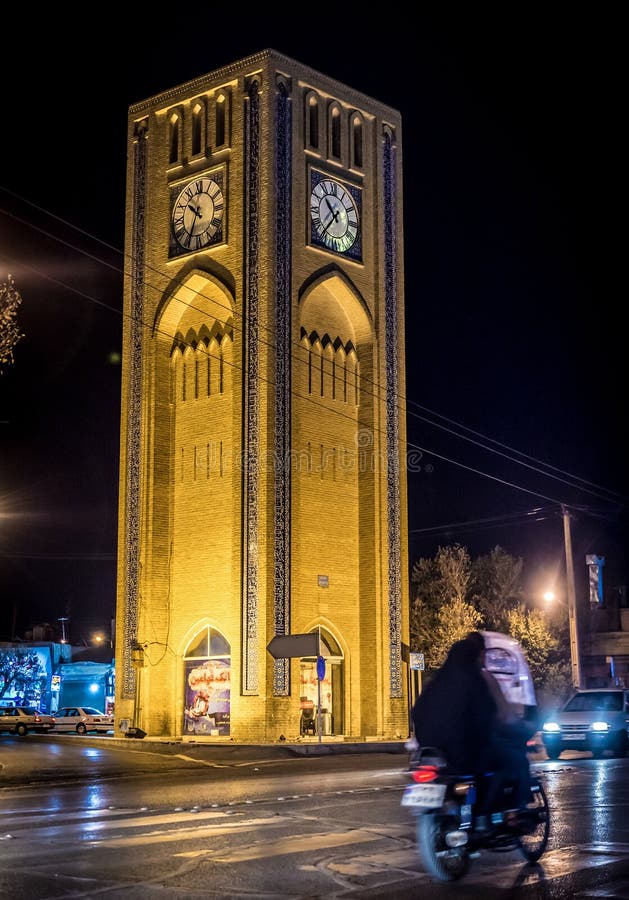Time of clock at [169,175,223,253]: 10:34
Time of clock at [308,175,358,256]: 10:36
